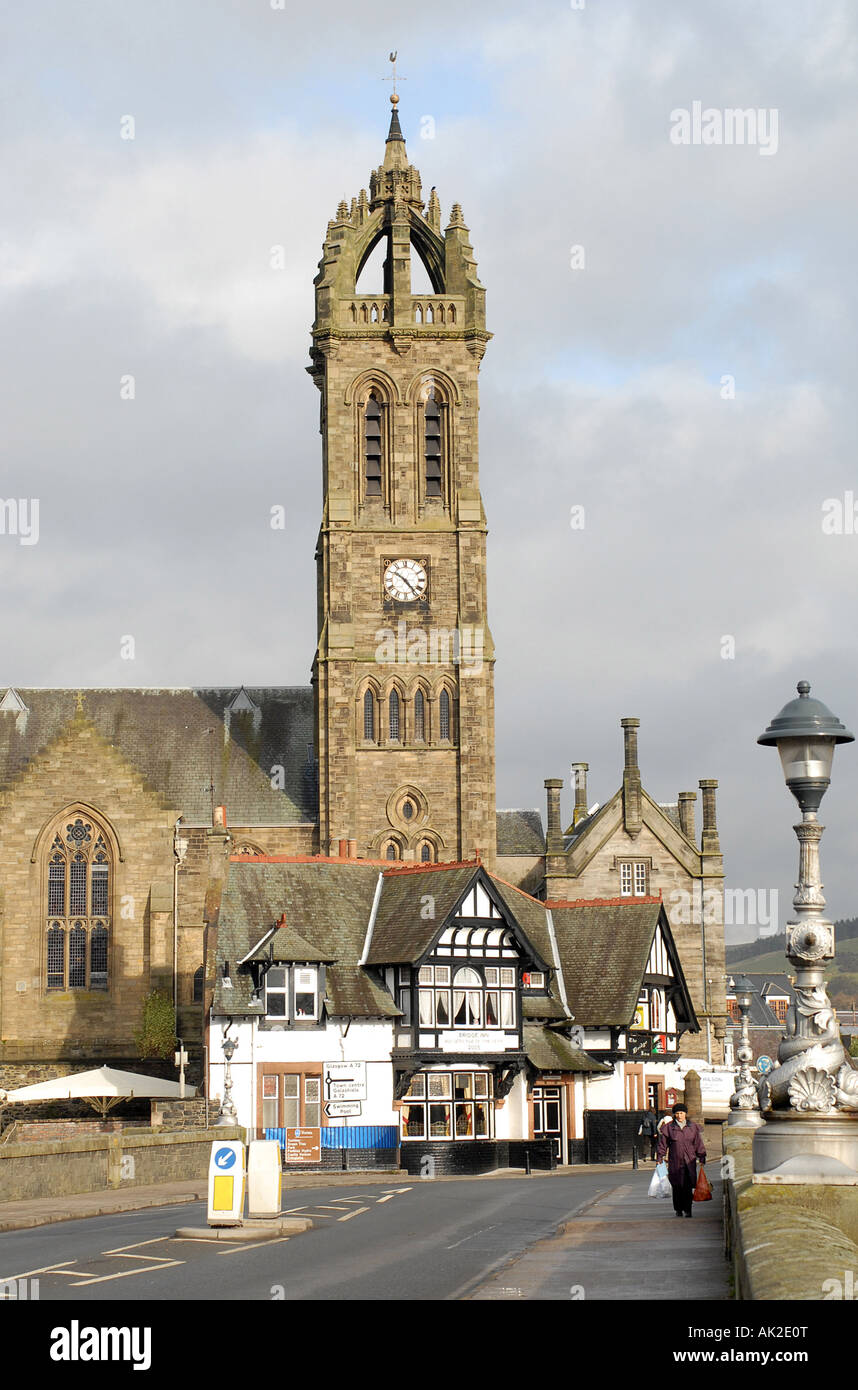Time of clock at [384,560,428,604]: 10:23
